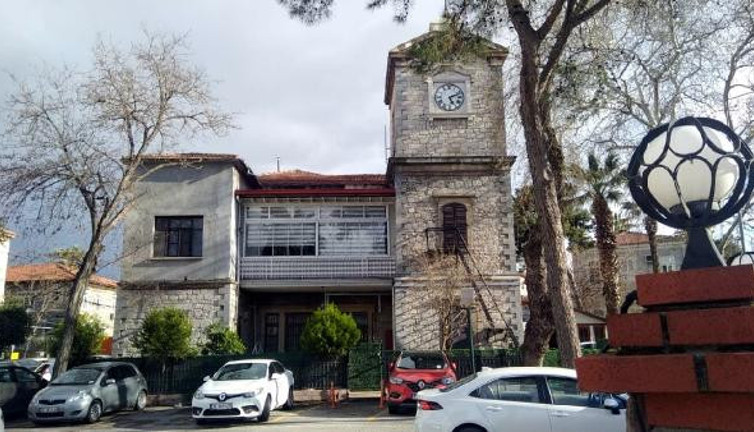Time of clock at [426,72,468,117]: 5:11
